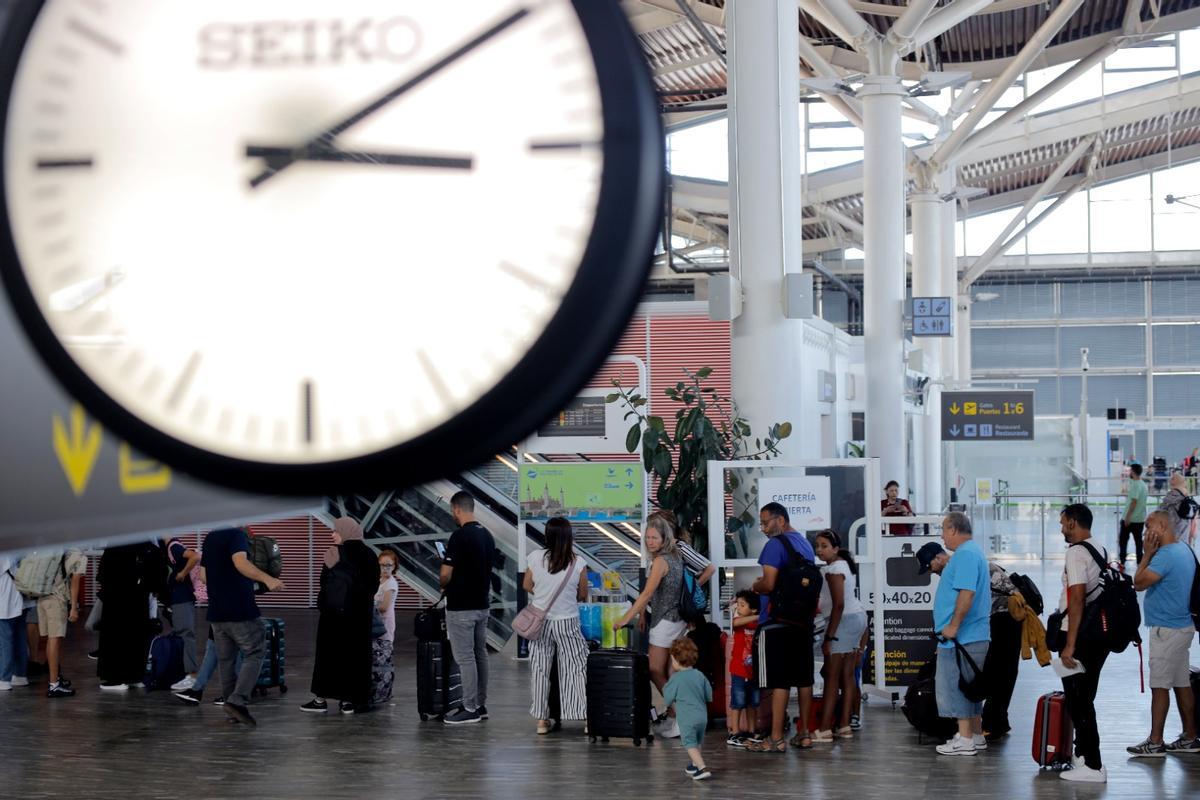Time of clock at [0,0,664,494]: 3:09
